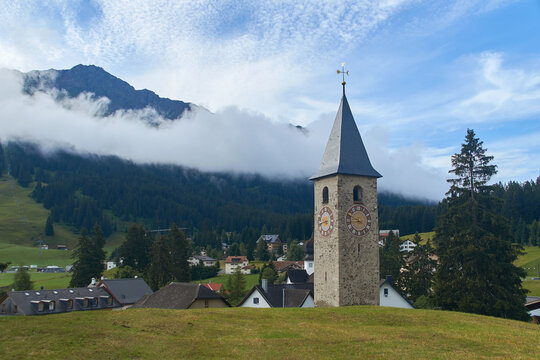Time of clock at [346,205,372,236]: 8:49
